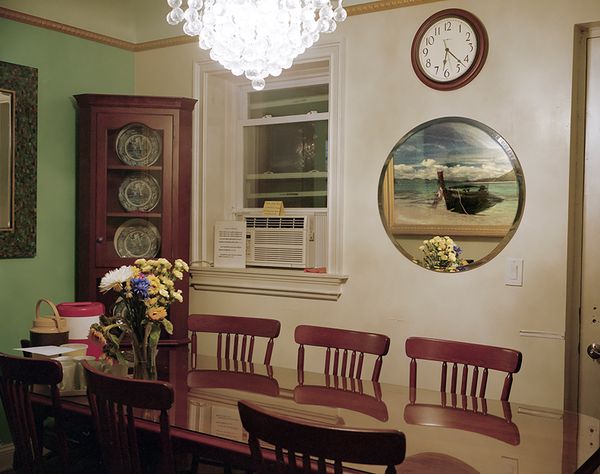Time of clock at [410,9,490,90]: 6:22
